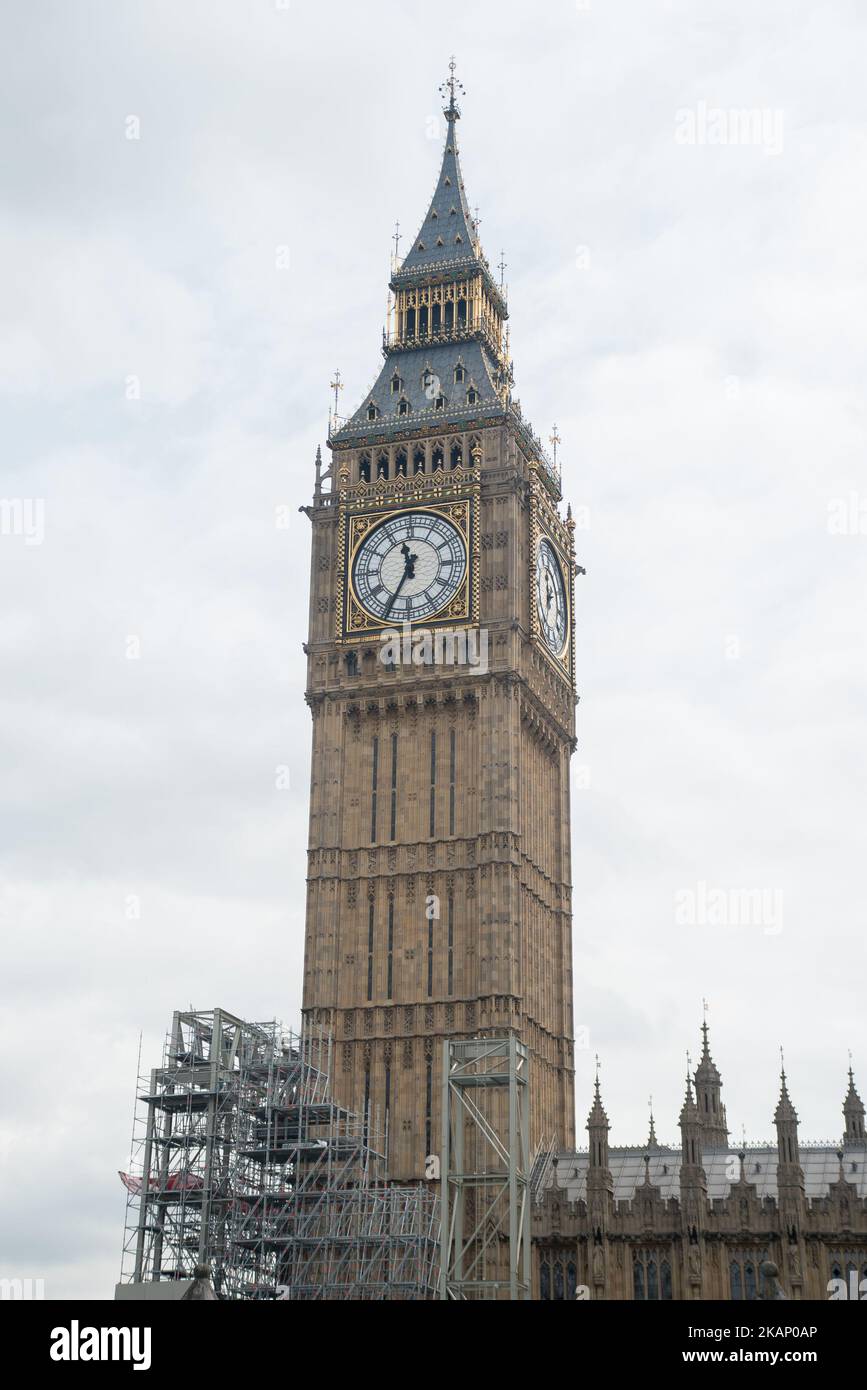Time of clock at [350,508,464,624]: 11:34
